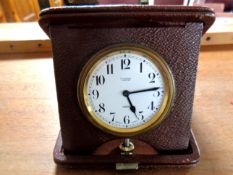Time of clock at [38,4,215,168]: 5:13
